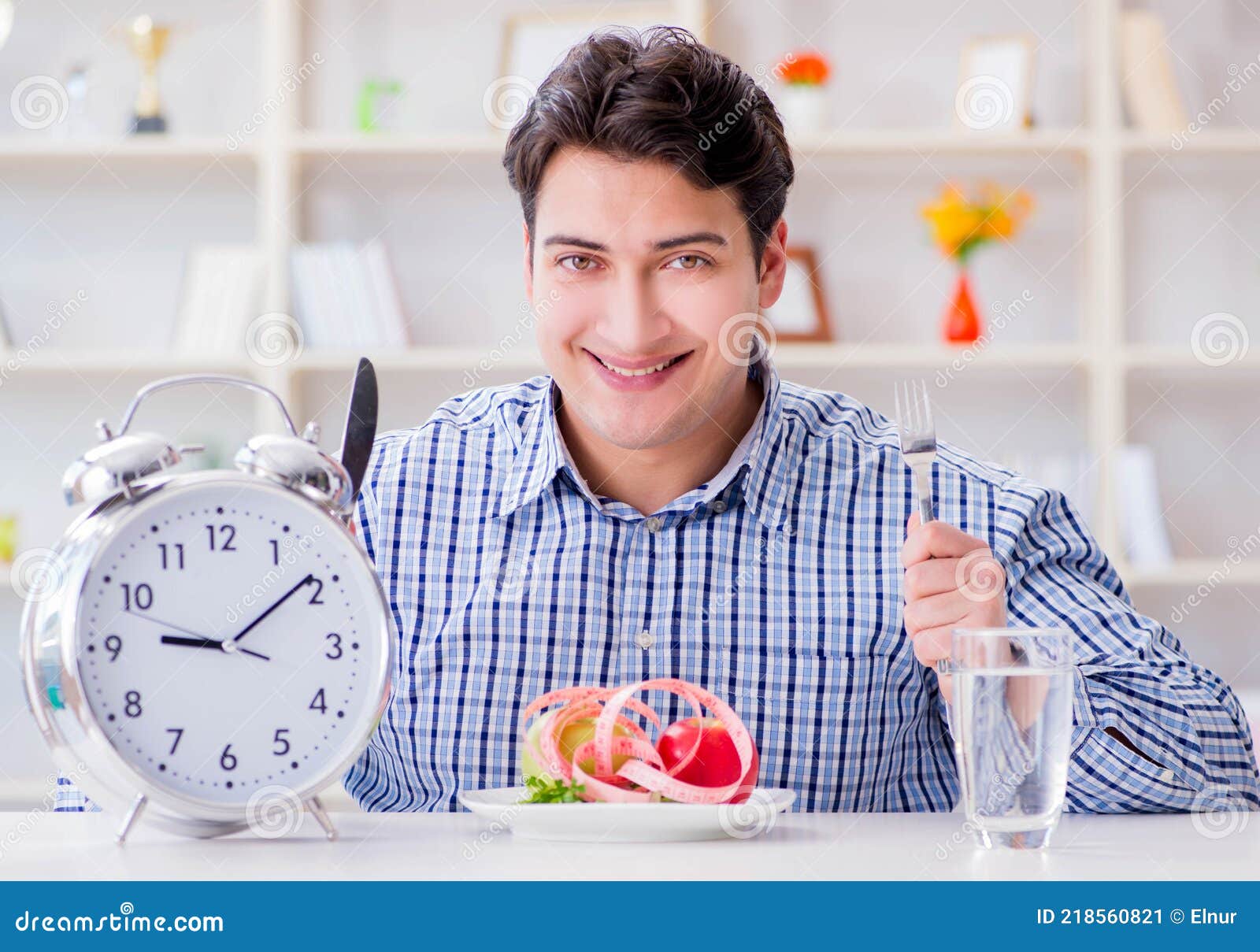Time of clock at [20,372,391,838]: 9:09
